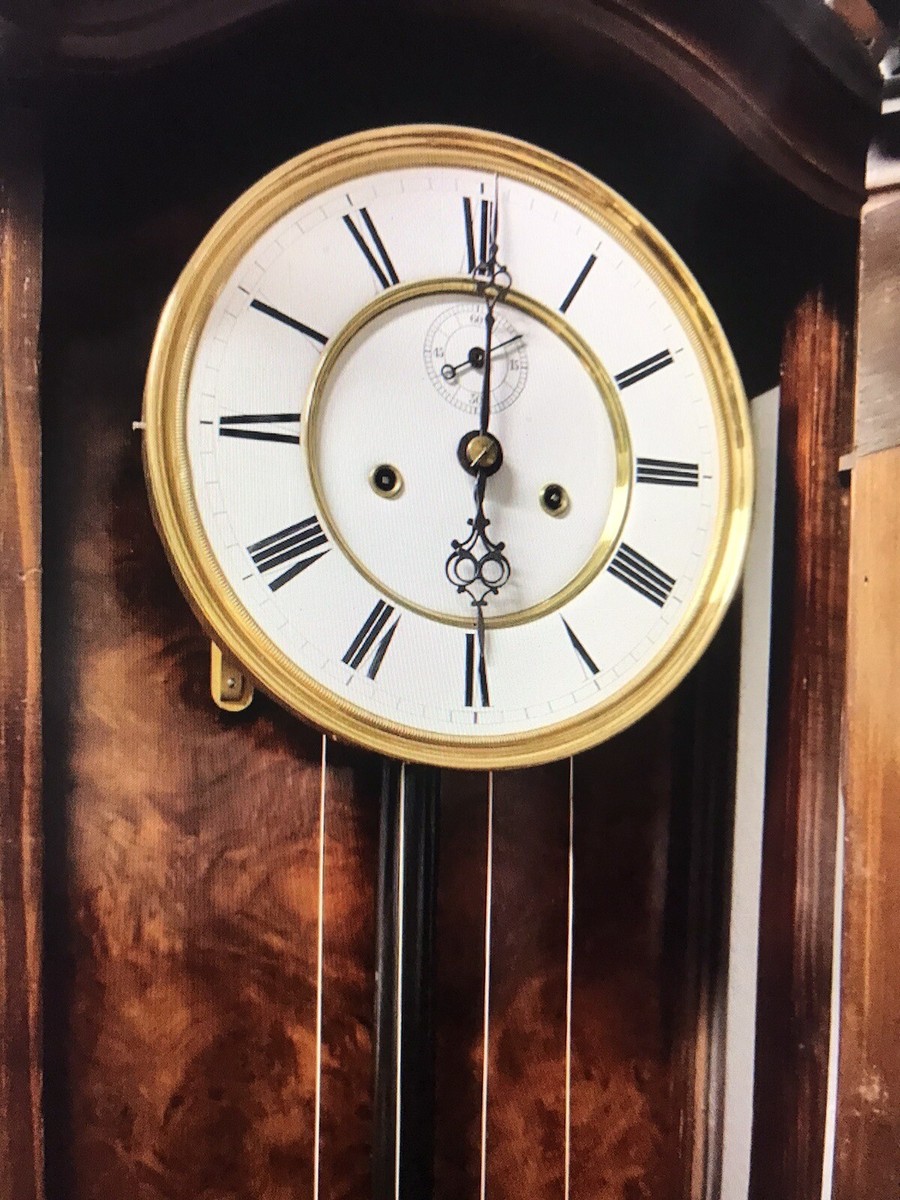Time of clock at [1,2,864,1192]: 6:00
